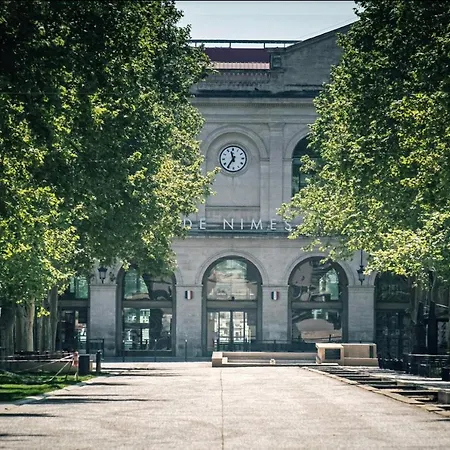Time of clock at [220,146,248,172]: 11:35
